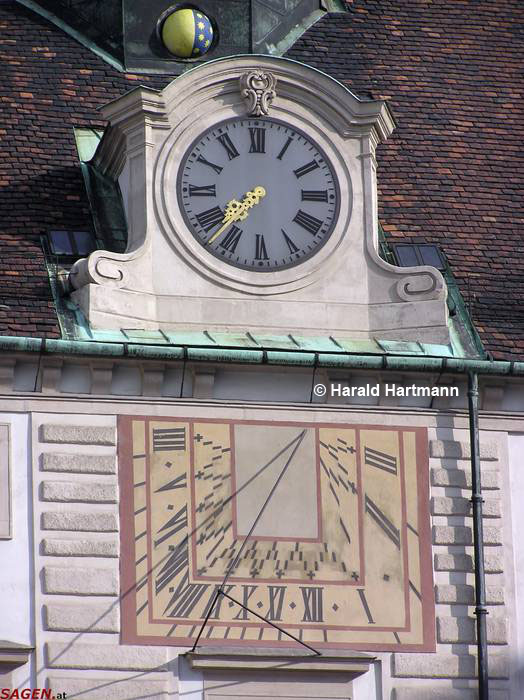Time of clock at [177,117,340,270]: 7:37
